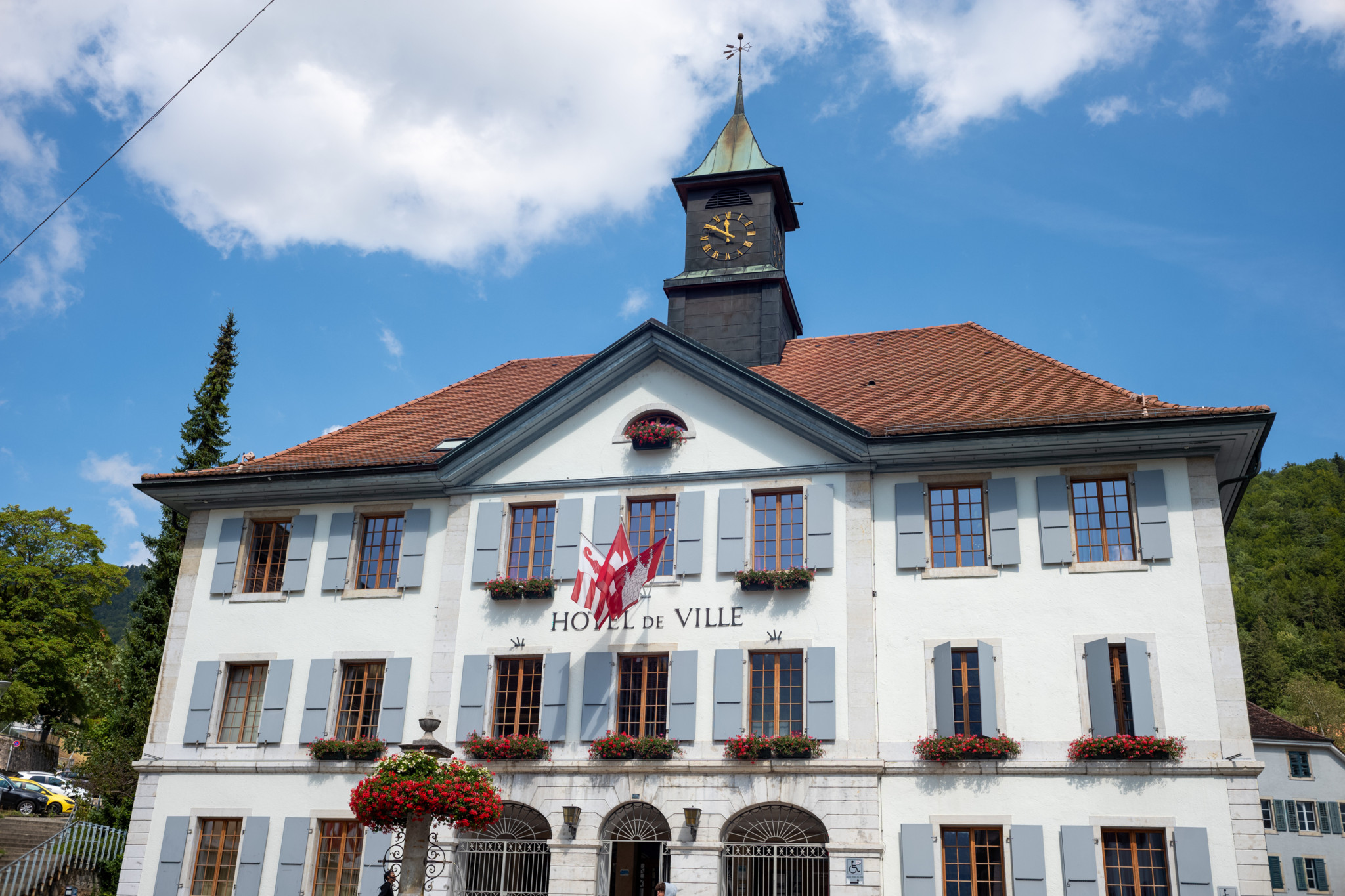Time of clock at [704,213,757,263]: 11:48
